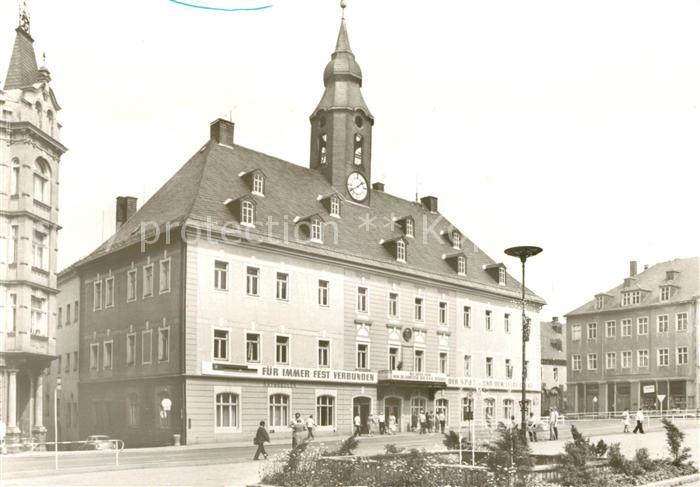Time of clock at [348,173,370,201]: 1:39
